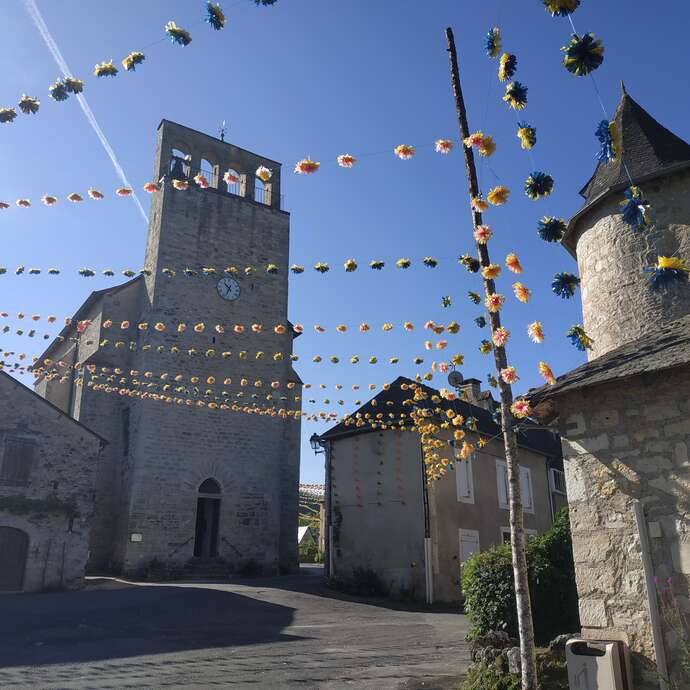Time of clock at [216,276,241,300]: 10:34
